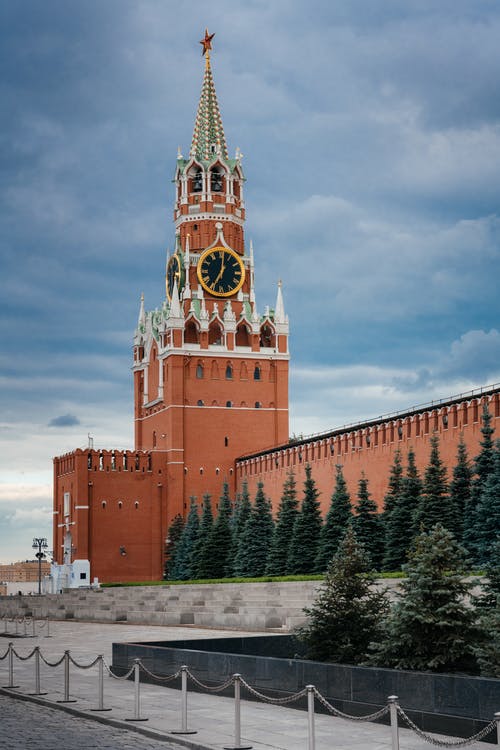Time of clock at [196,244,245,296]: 7:01
